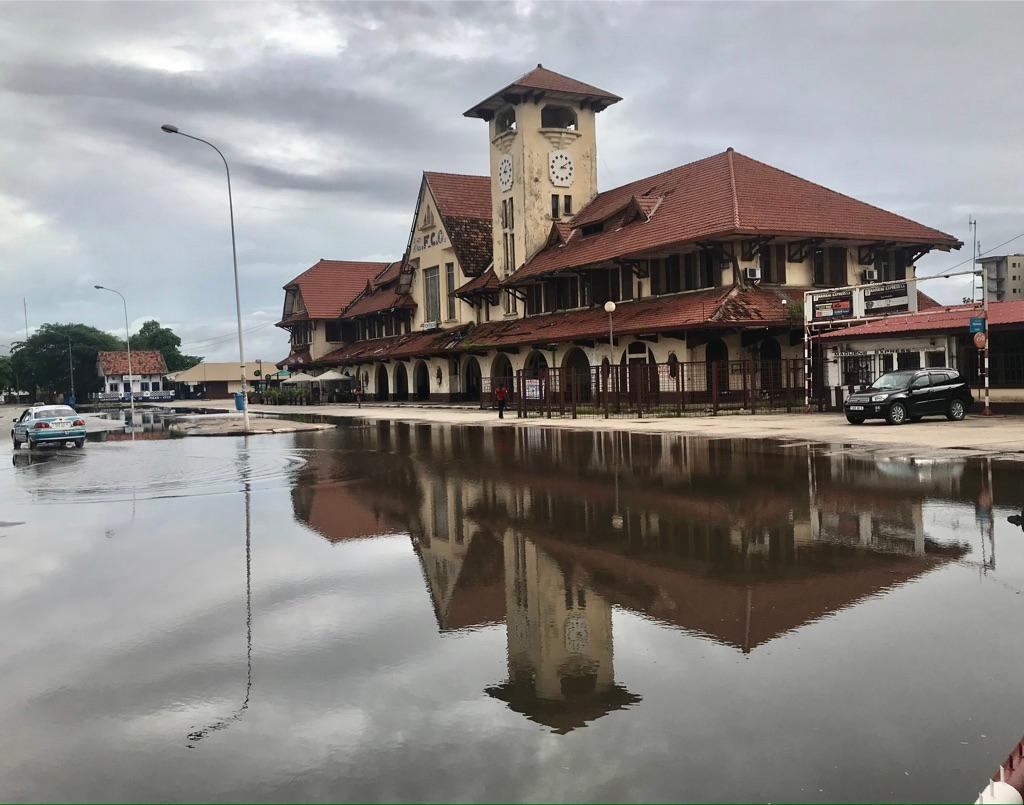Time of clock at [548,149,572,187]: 3:09
